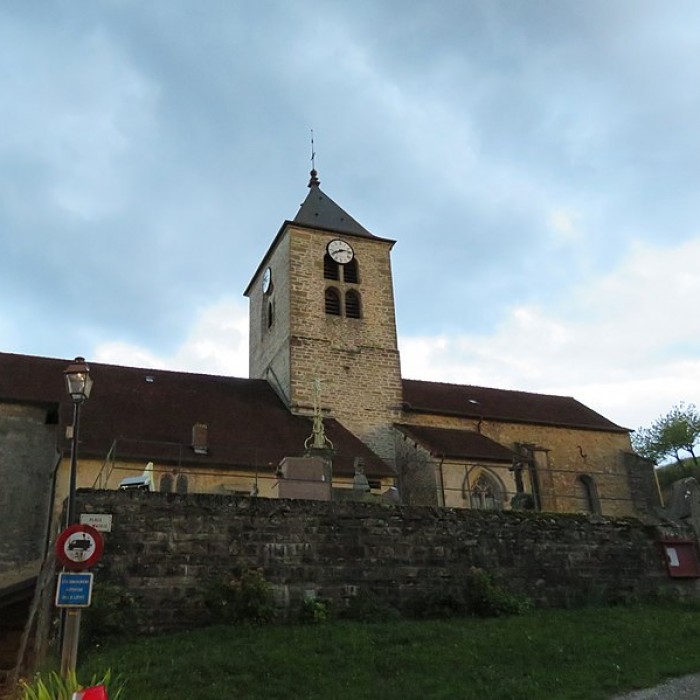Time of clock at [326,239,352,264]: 8:12
